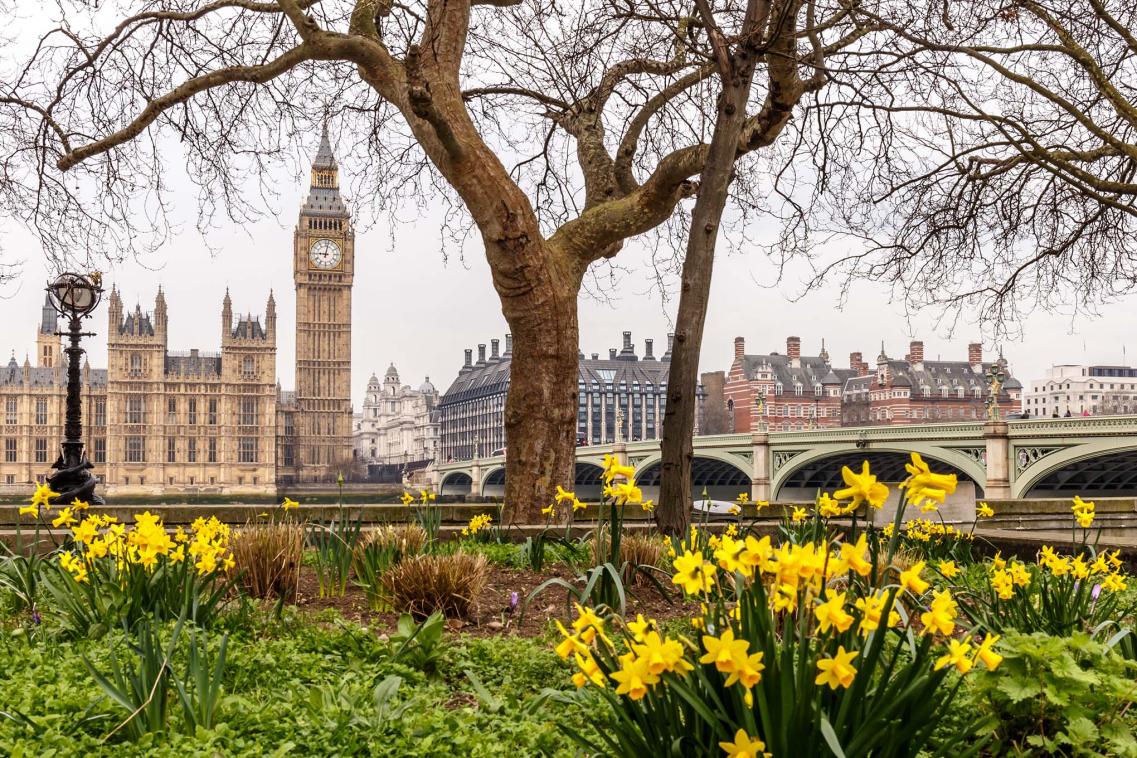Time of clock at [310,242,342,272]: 9:01
